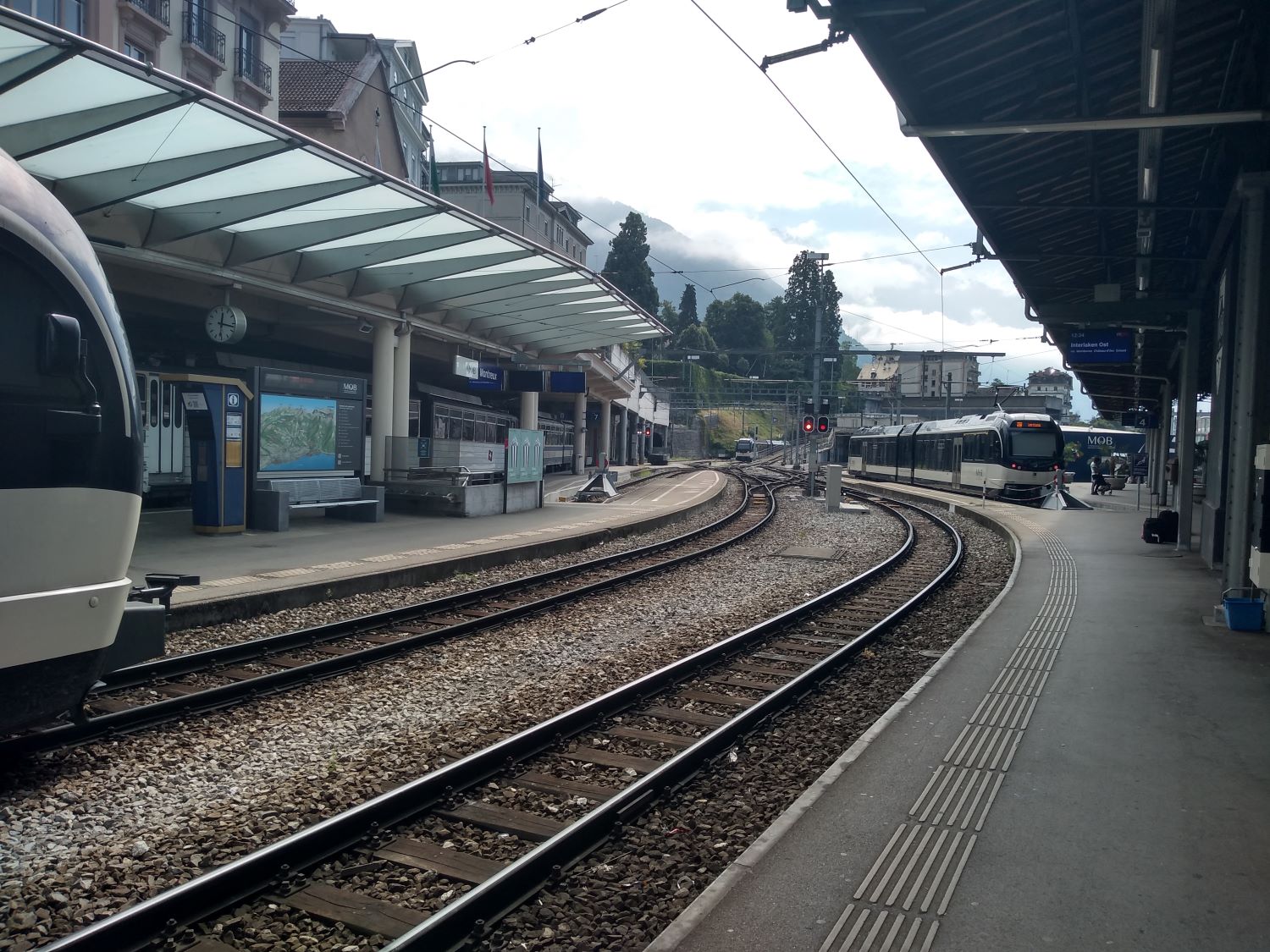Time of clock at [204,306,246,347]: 12:17
